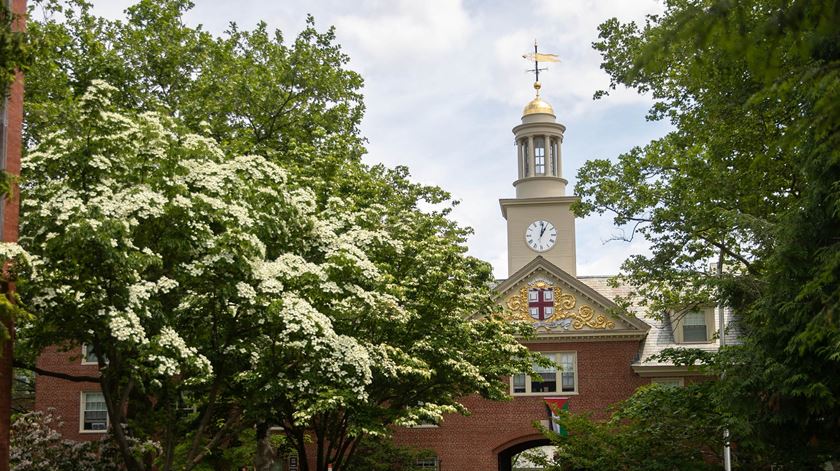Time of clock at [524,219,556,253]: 1:02
